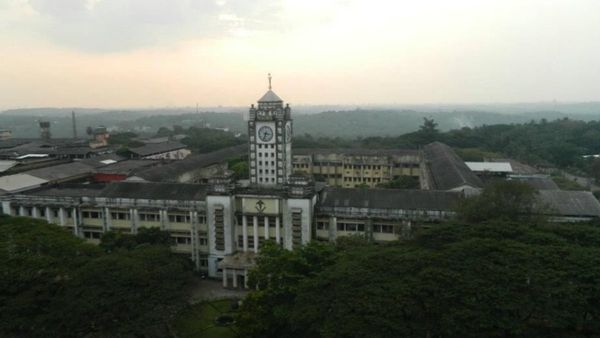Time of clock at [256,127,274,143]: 3:33
